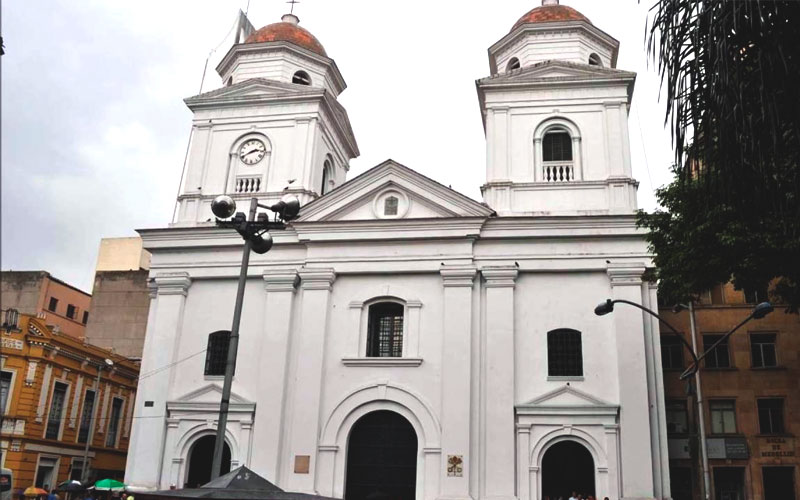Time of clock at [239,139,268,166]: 2:40
